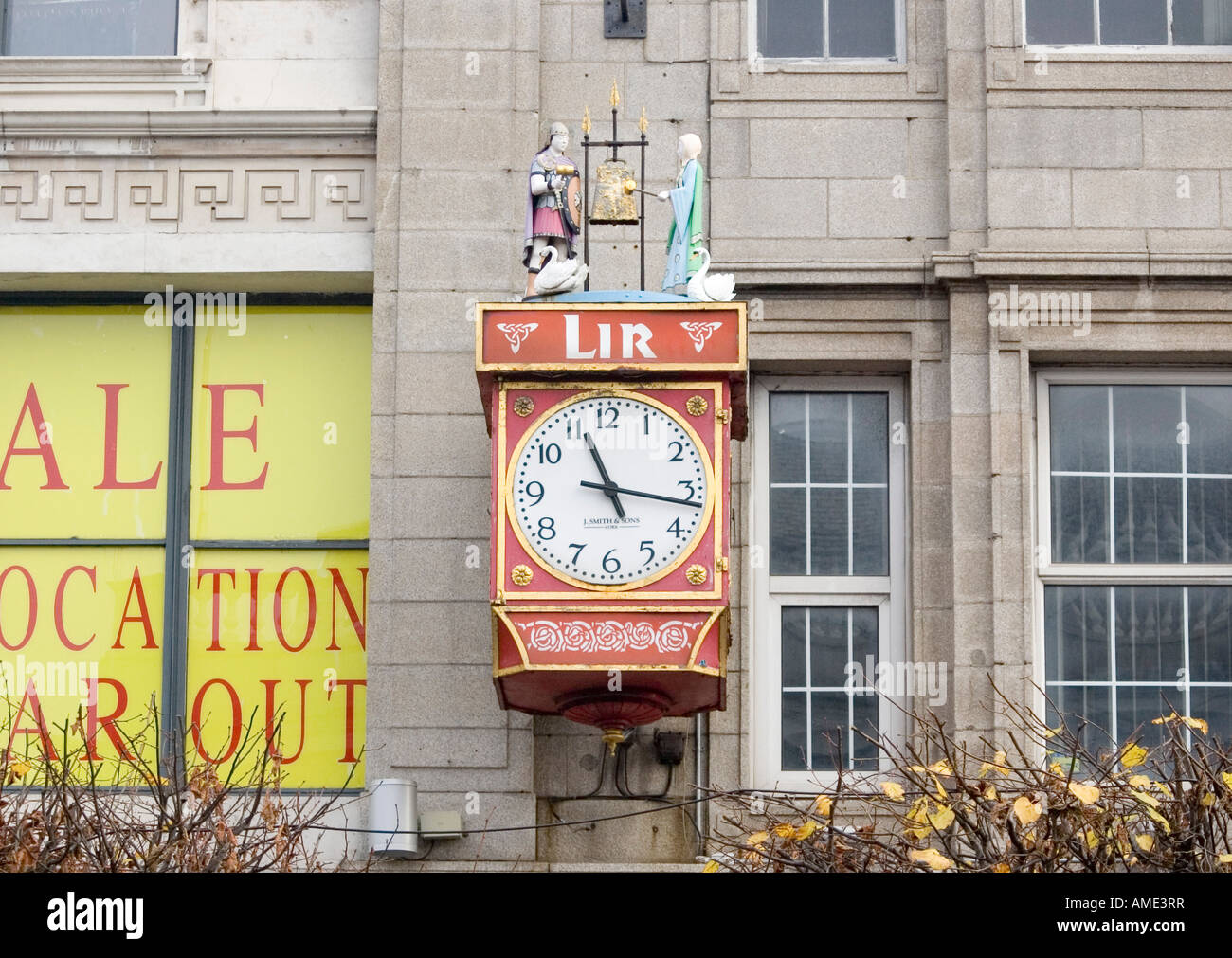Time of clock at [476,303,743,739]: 11:16
